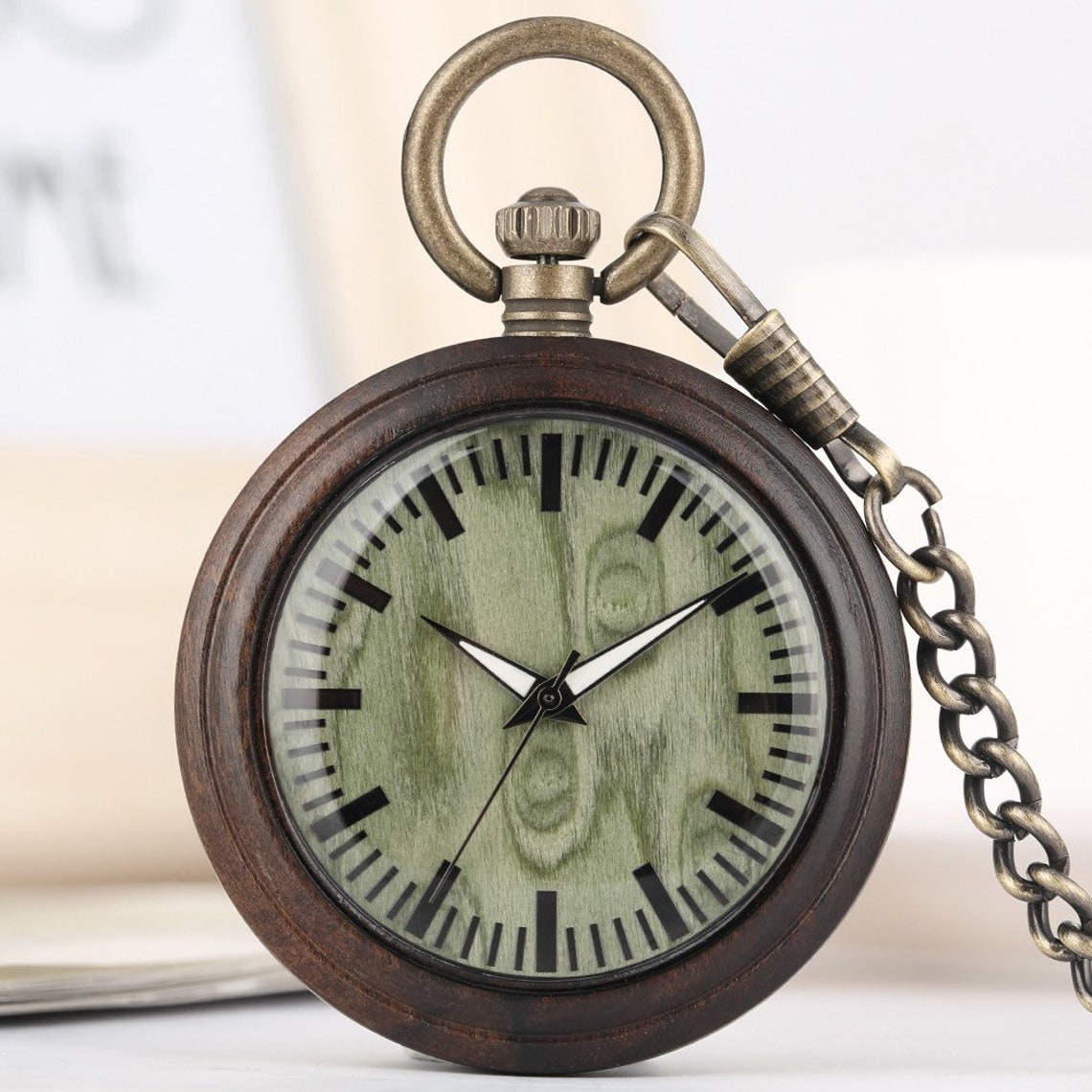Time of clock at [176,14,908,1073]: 1:50
